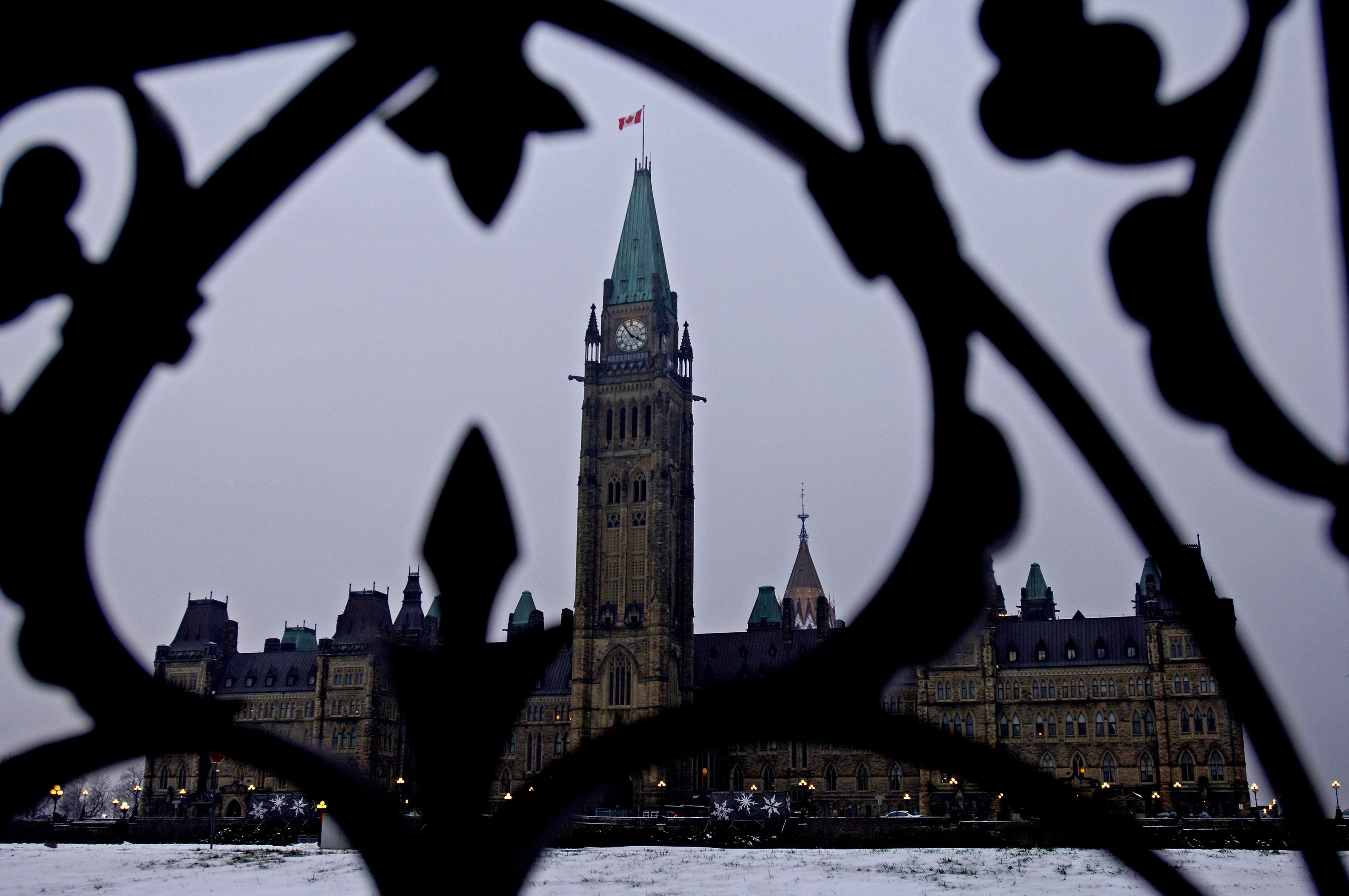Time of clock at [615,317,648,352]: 3:53
